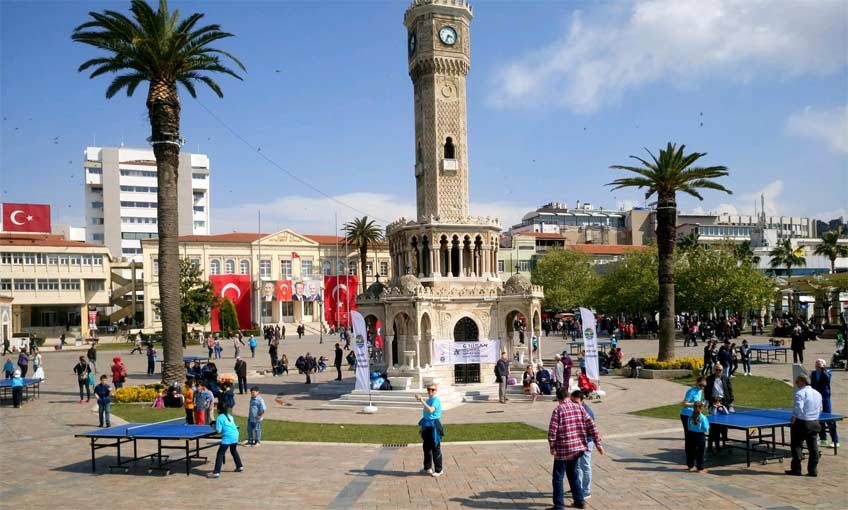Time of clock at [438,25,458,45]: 3:33
